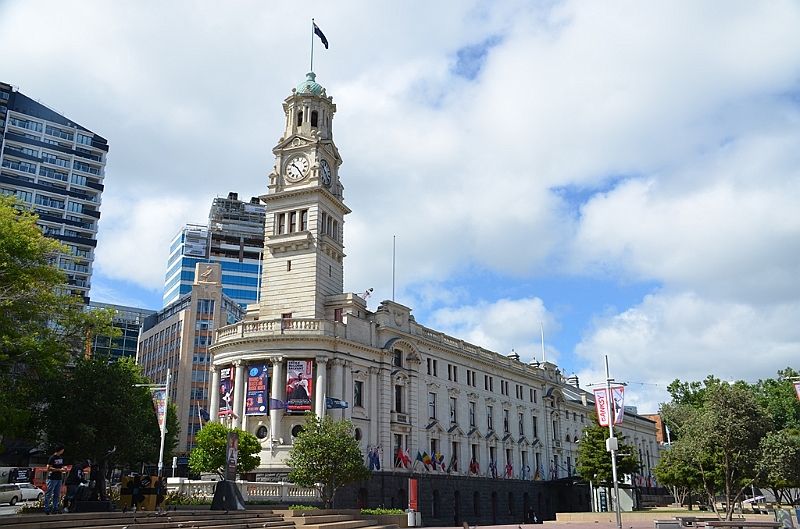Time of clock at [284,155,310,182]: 10:24
